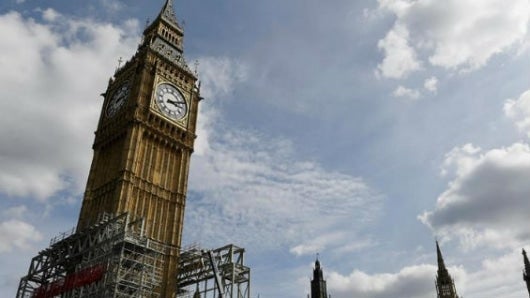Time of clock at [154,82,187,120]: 3:11
